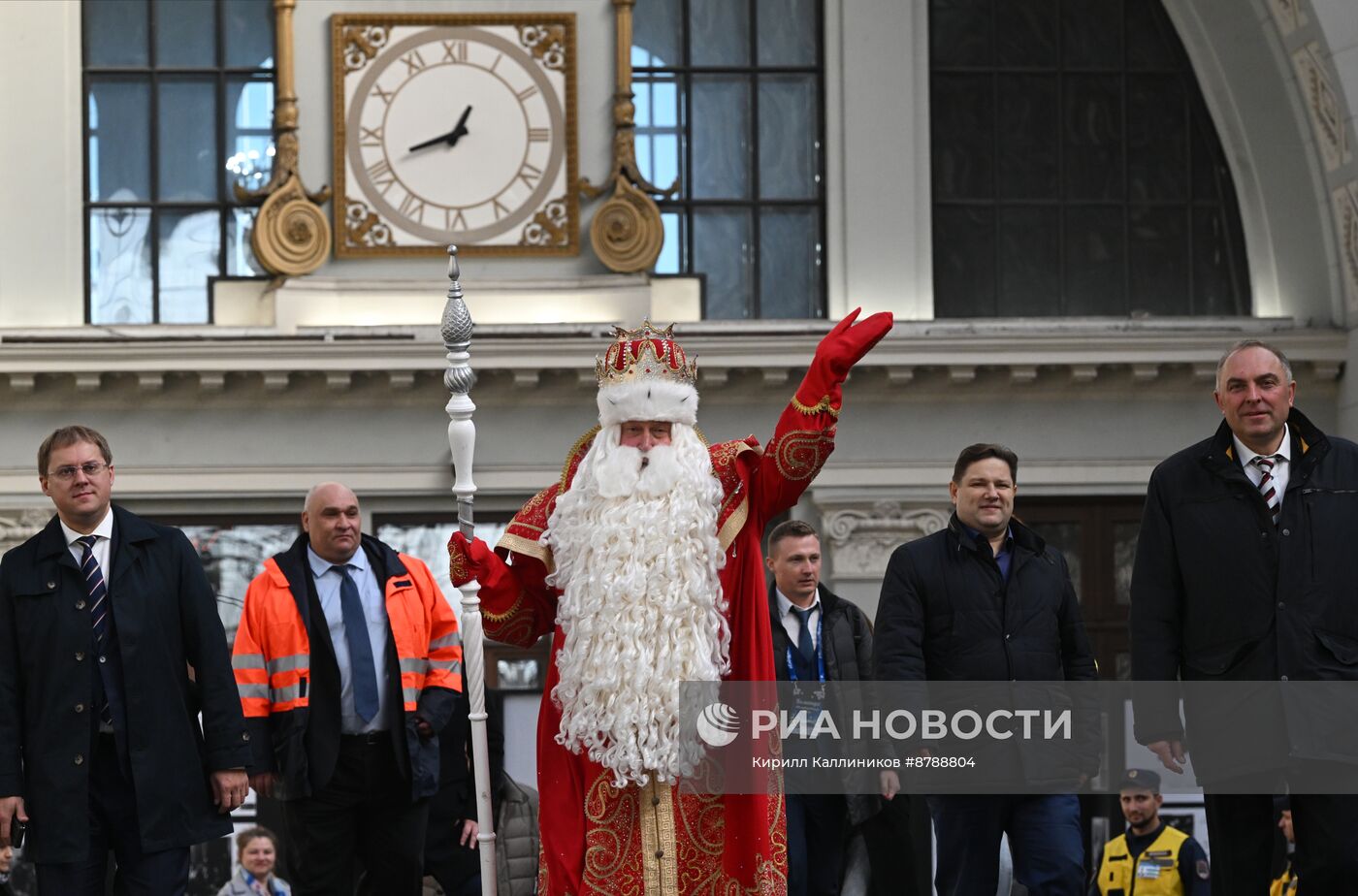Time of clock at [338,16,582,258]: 12:41
